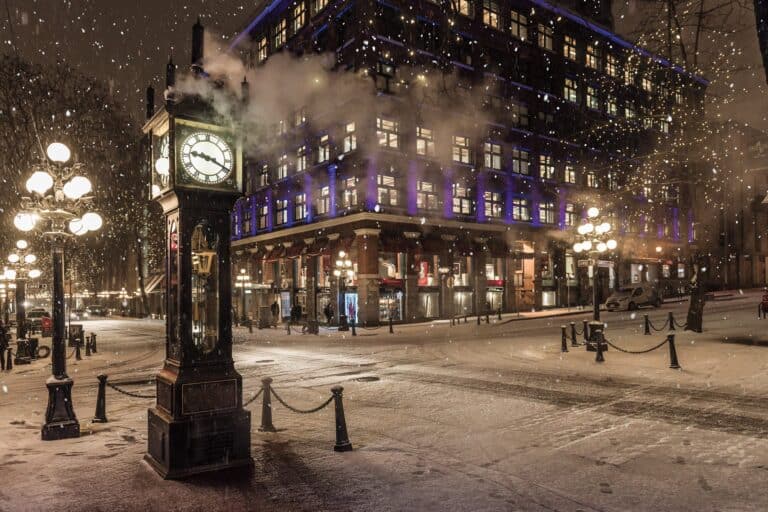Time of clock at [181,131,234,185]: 9:19
